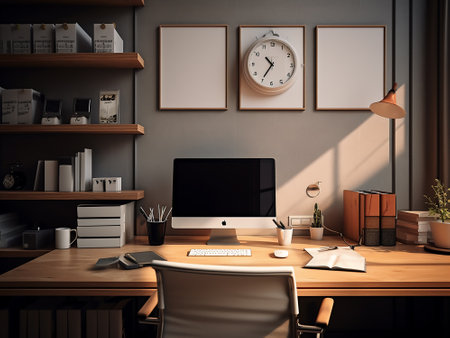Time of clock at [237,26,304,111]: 10:35
